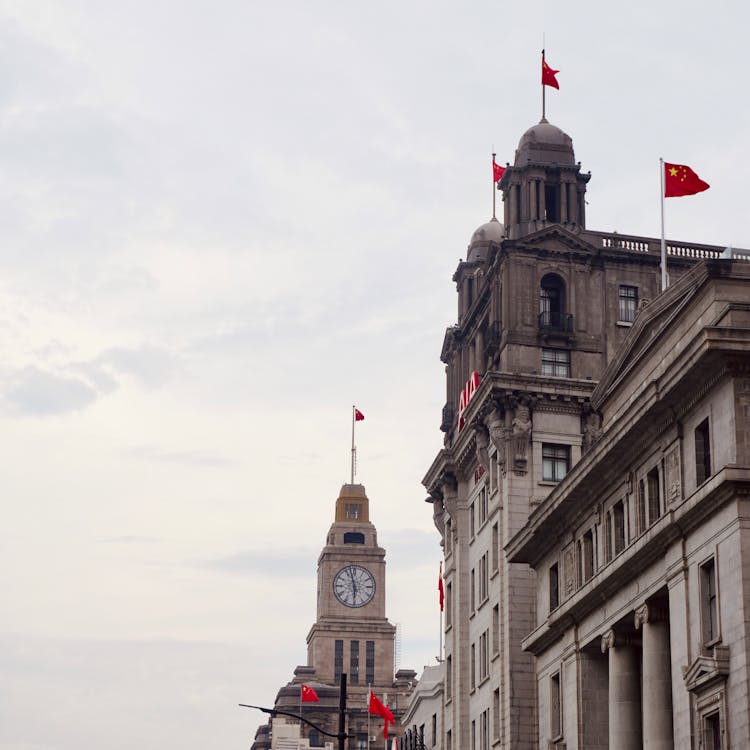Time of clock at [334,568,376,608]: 5:57
